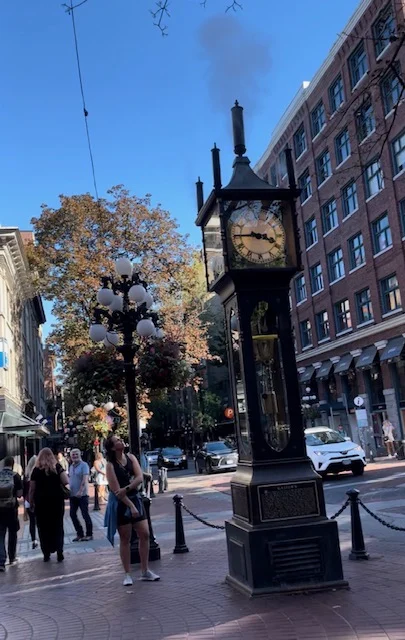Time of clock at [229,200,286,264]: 3:45
